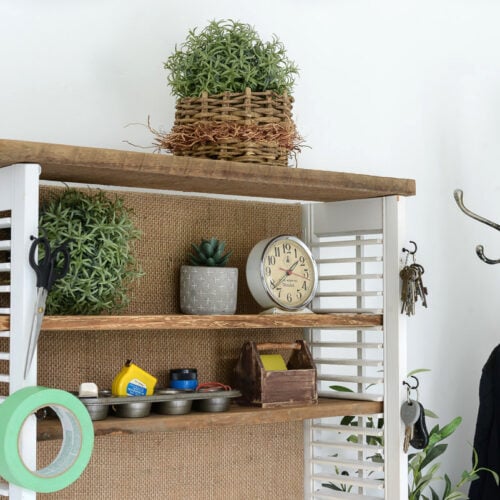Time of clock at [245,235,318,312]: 1:38
